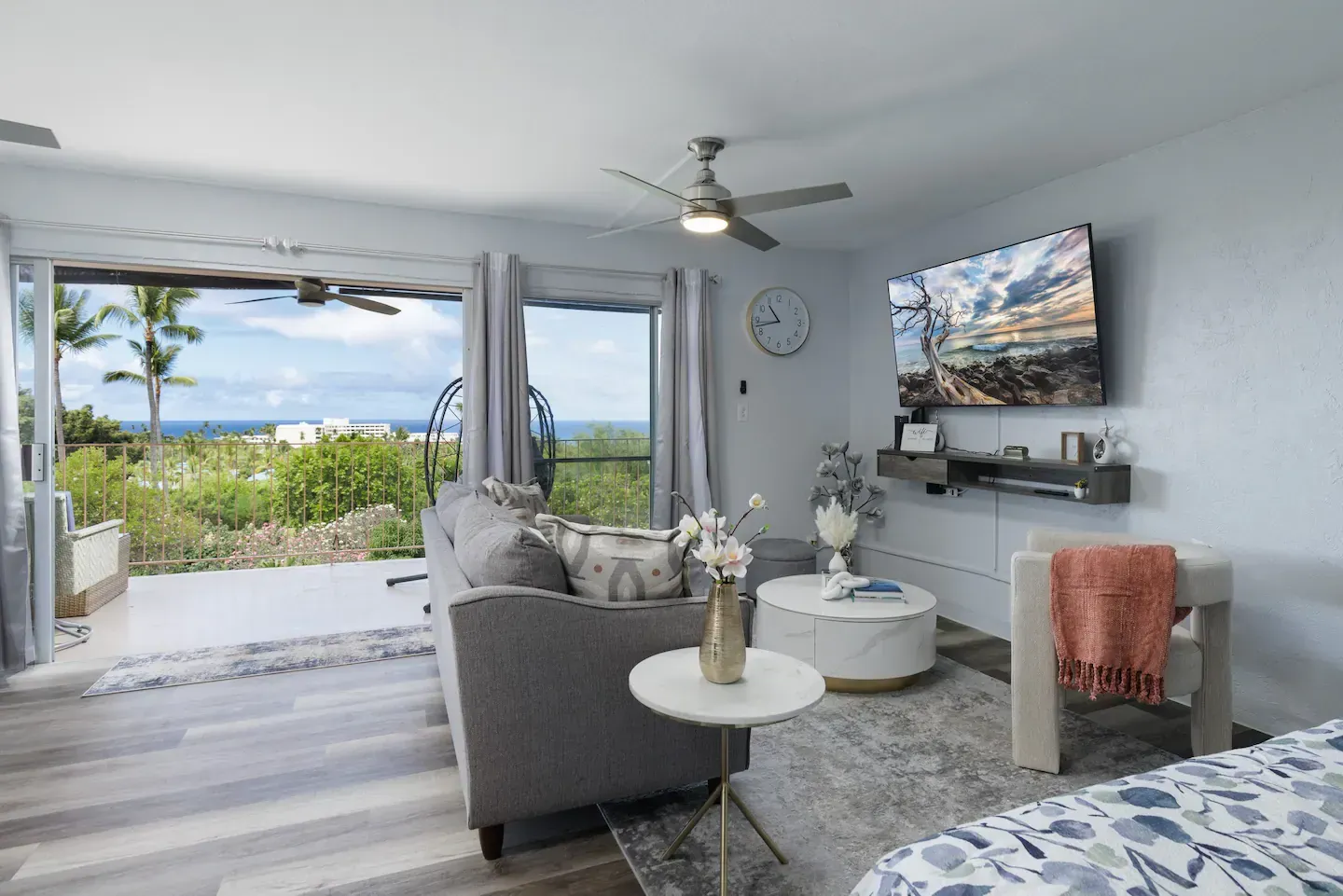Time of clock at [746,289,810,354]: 10:42
